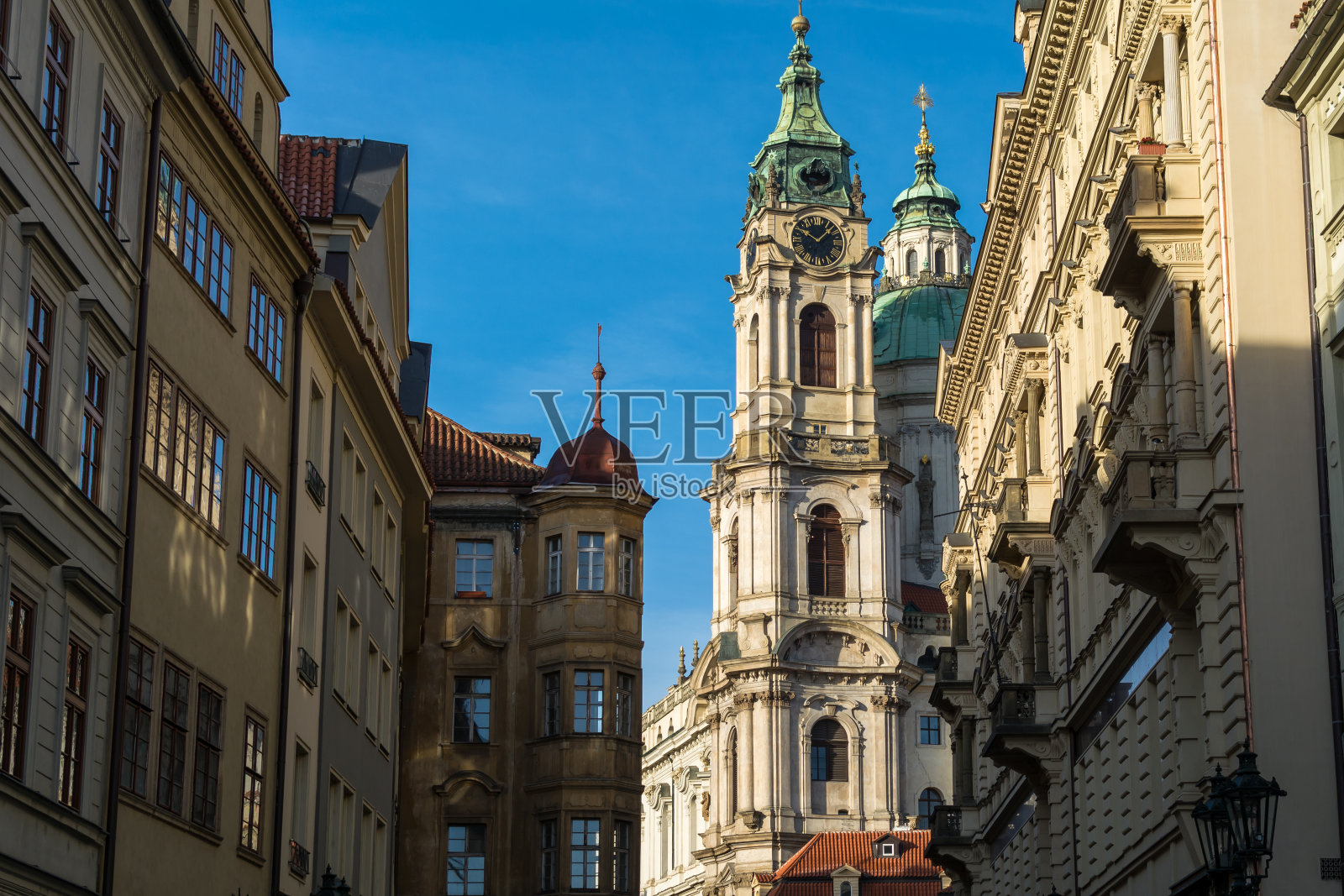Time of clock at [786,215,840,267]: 10:07
